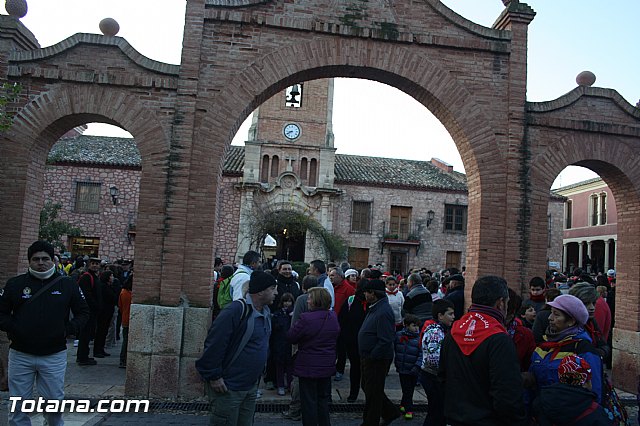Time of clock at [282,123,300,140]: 8:40
